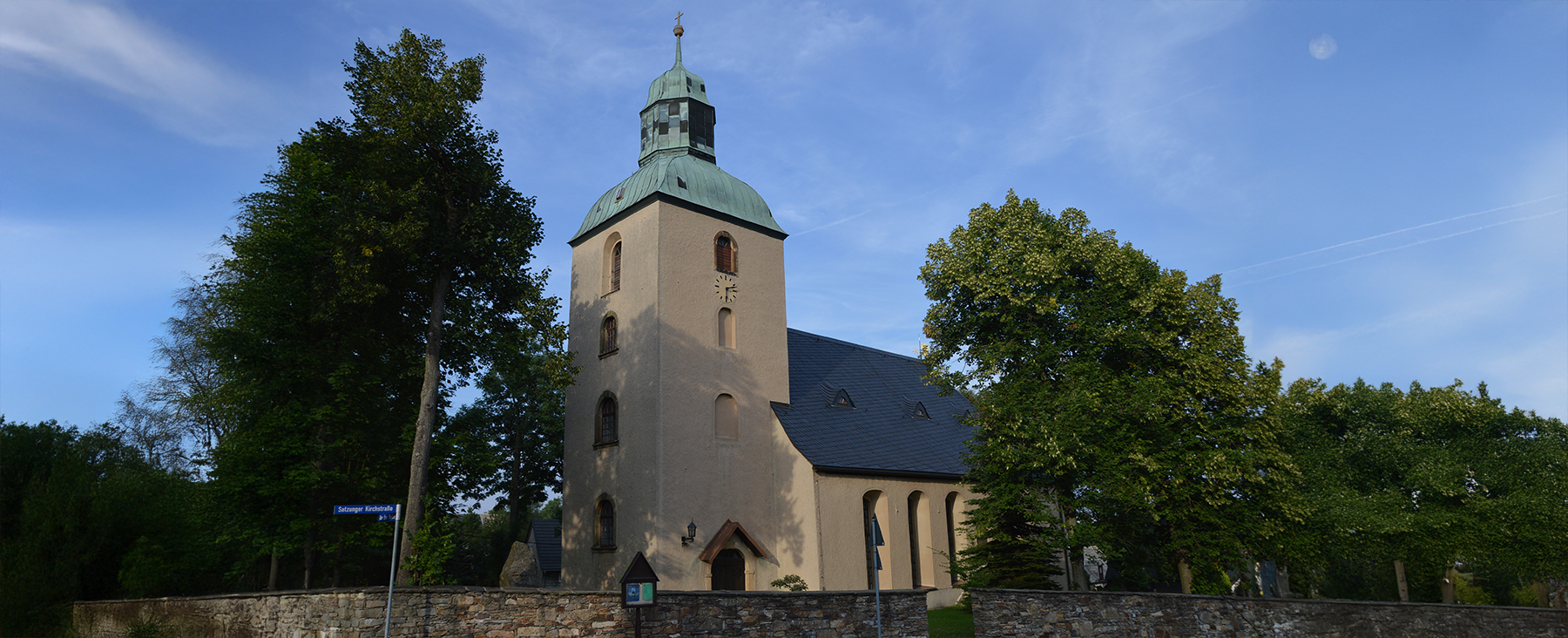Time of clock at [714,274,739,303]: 2:29
